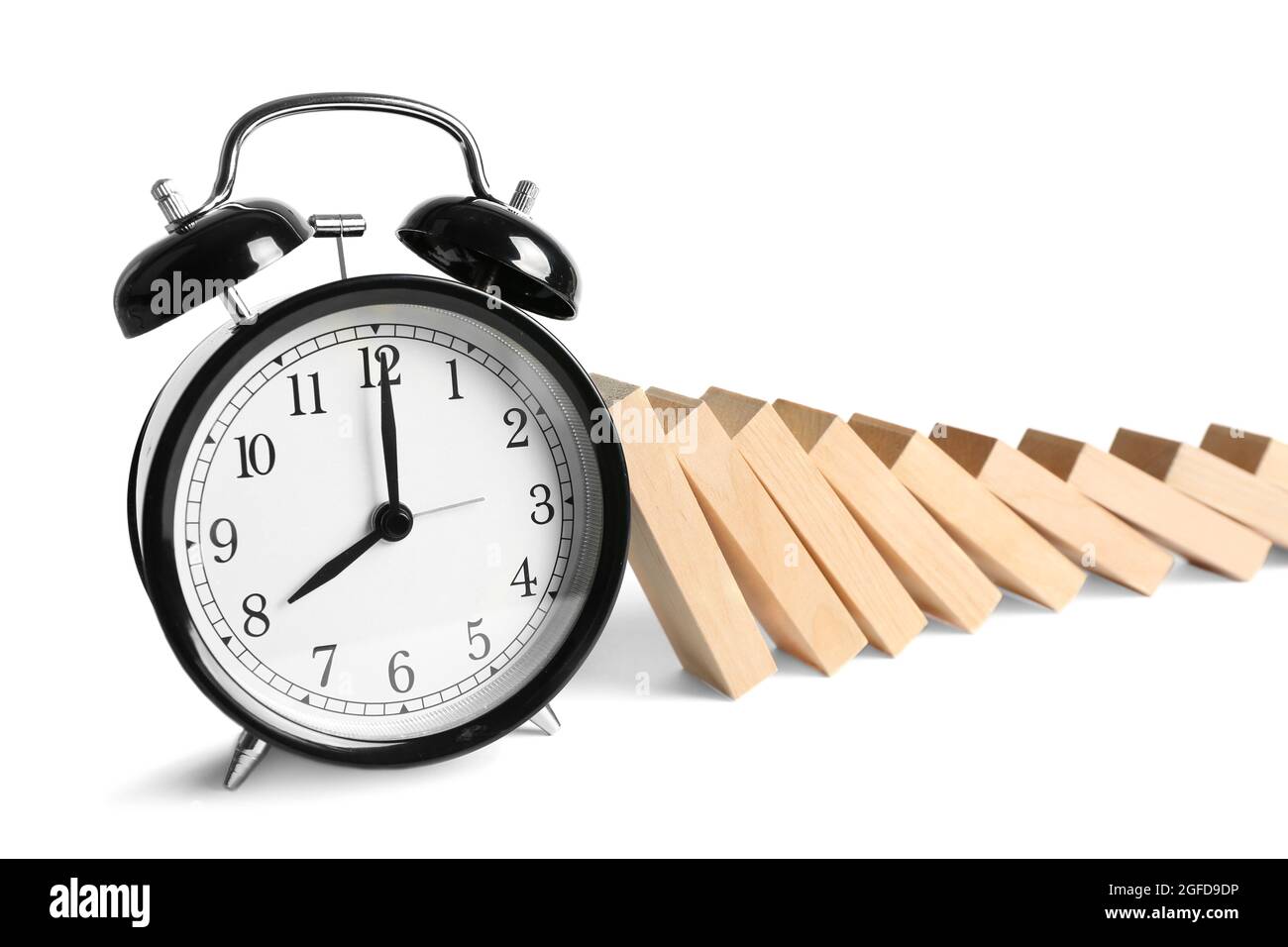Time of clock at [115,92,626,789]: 8:00
